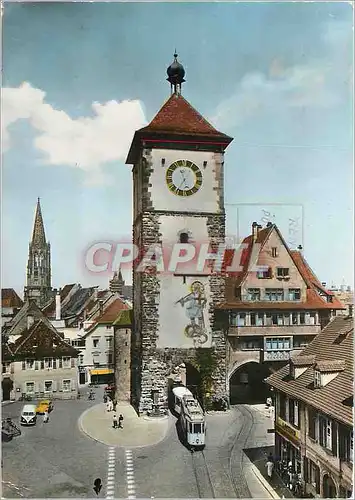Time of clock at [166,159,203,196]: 11:35
